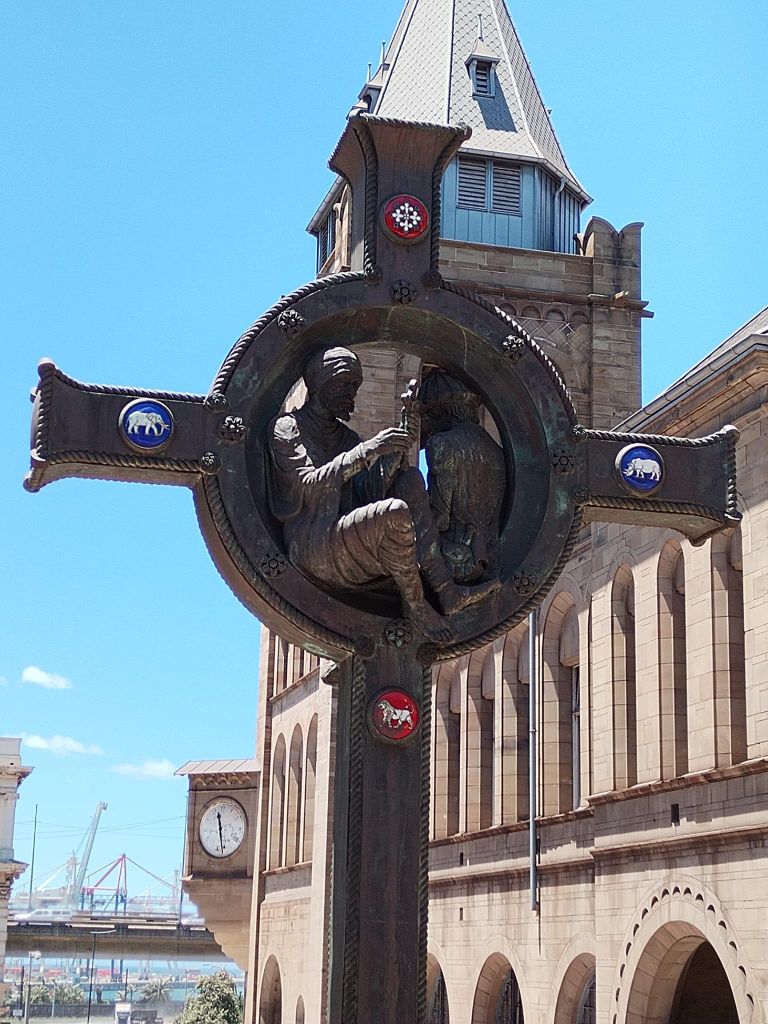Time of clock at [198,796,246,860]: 11:28
